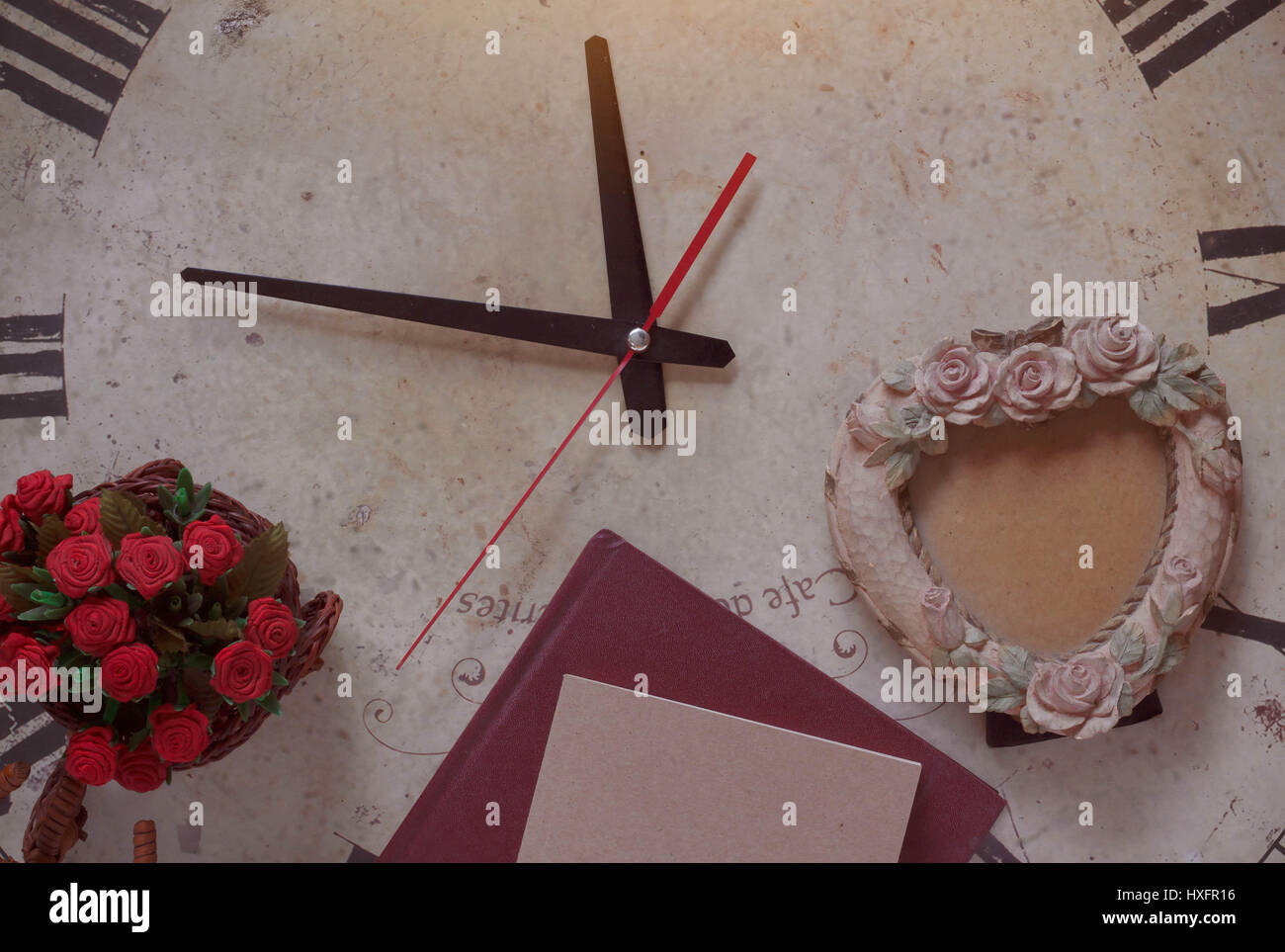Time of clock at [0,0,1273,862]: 11:46
